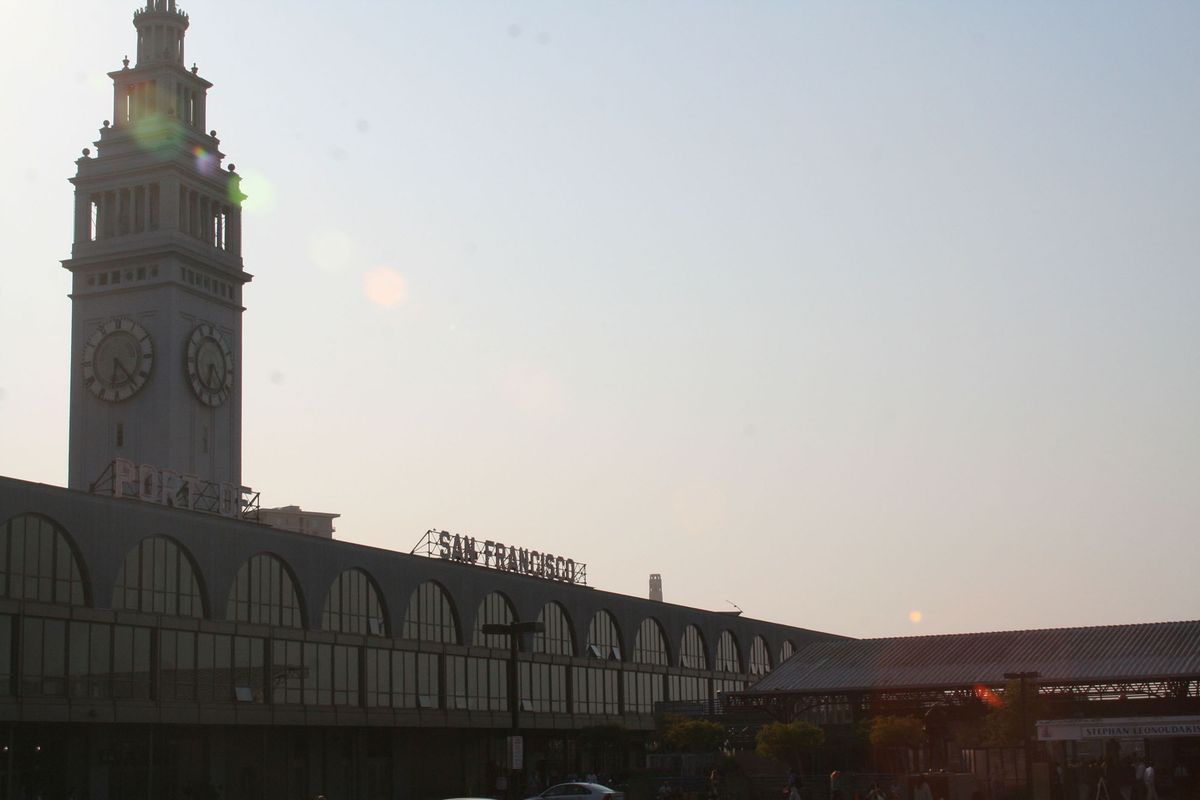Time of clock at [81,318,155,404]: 6:23
